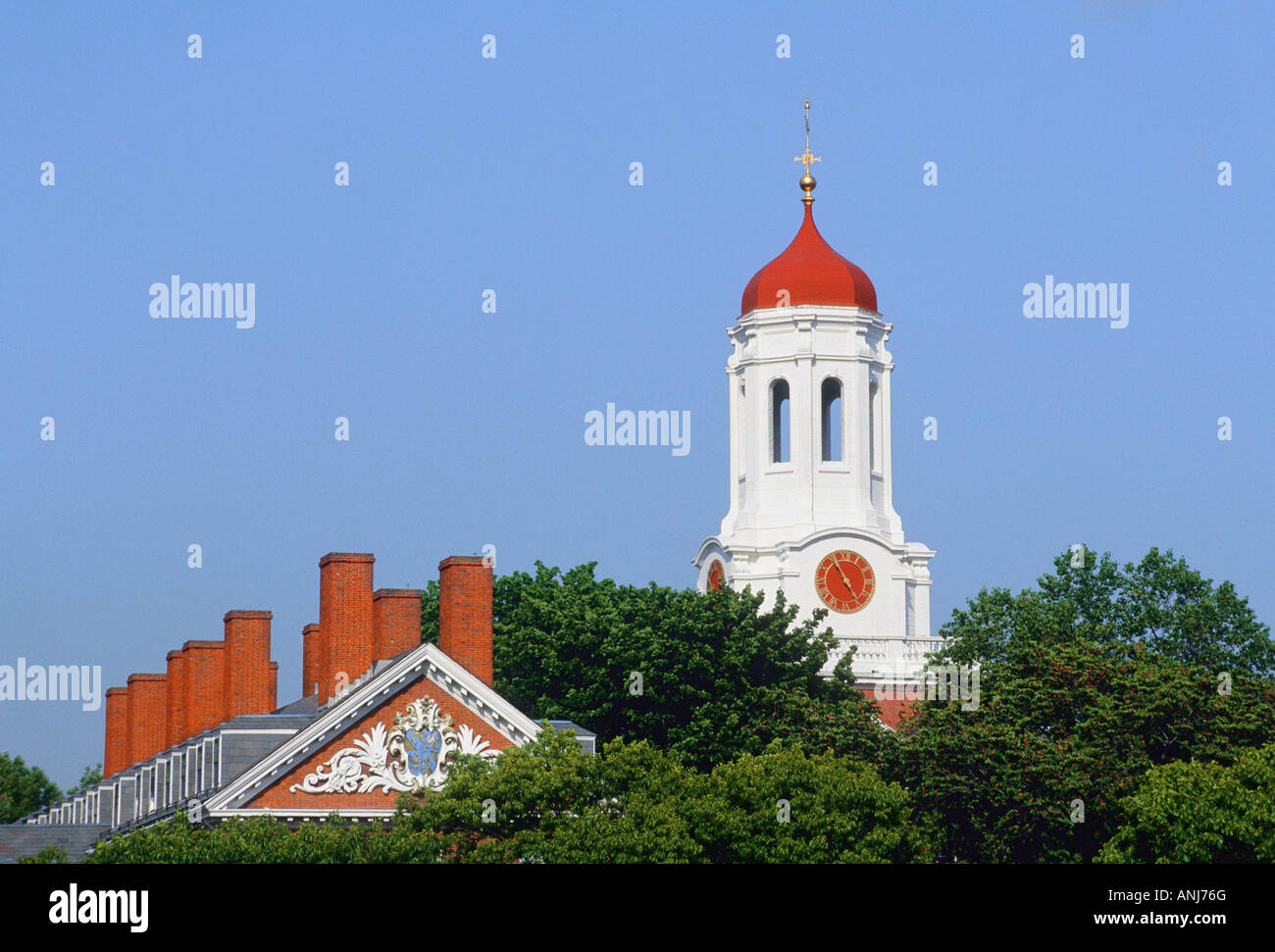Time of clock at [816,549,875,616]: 4:54
